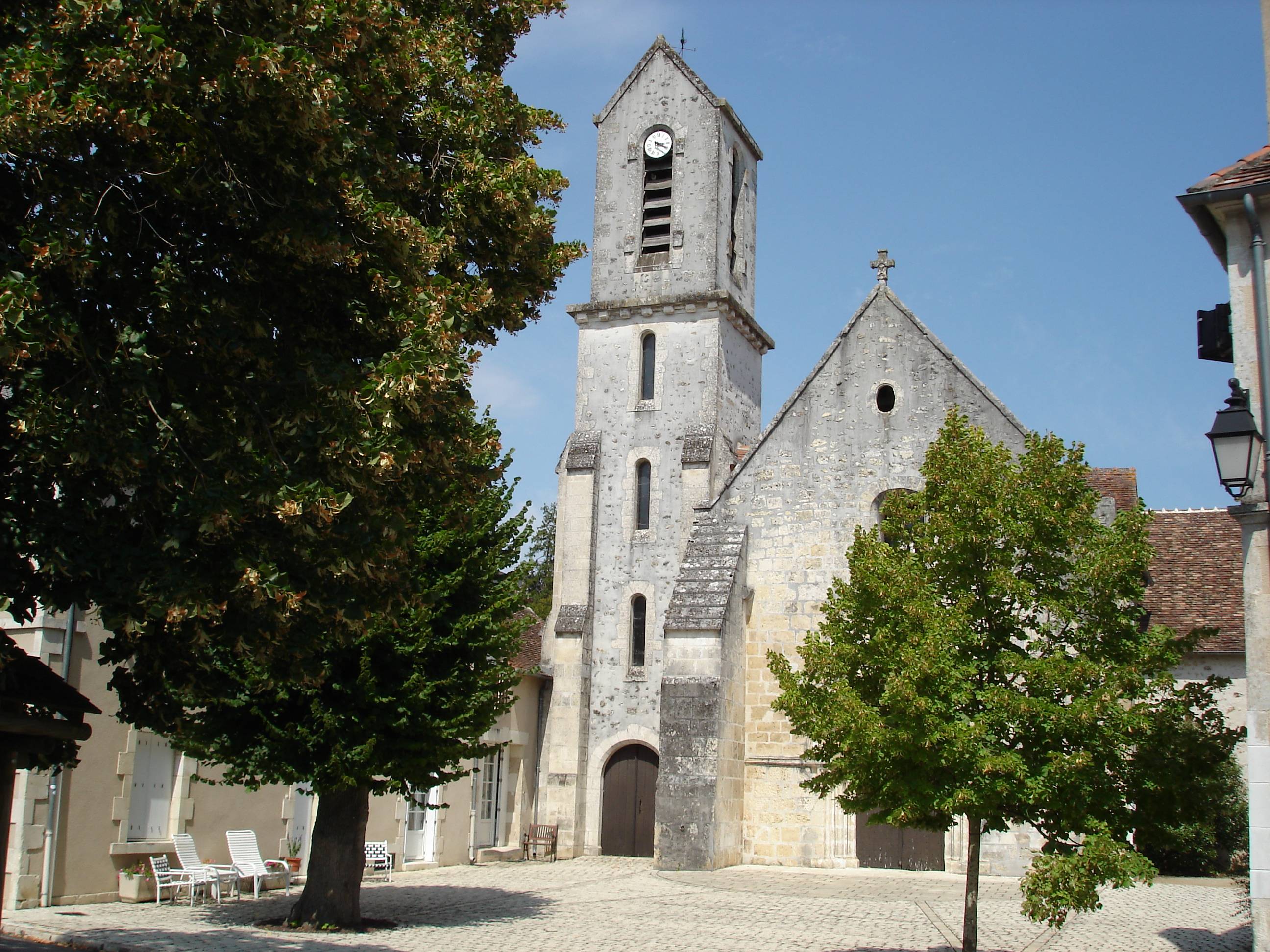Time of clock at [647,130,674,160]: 3:20
